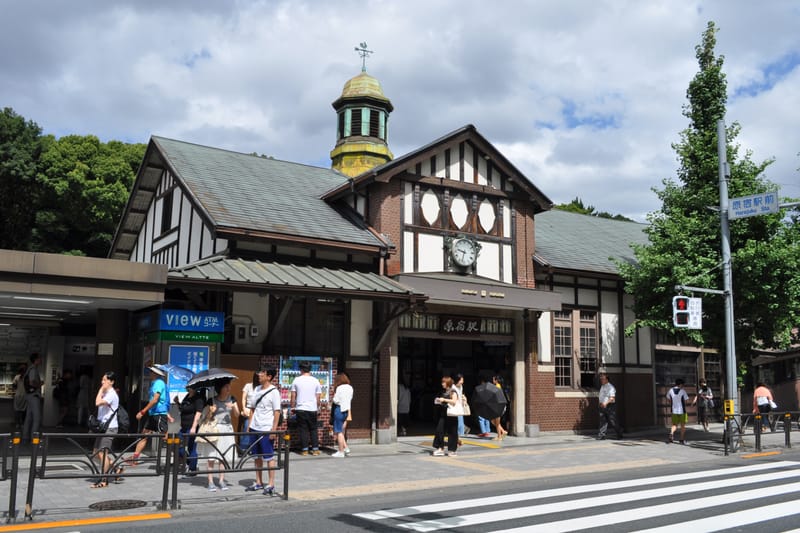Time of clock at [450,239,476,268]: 9:33
